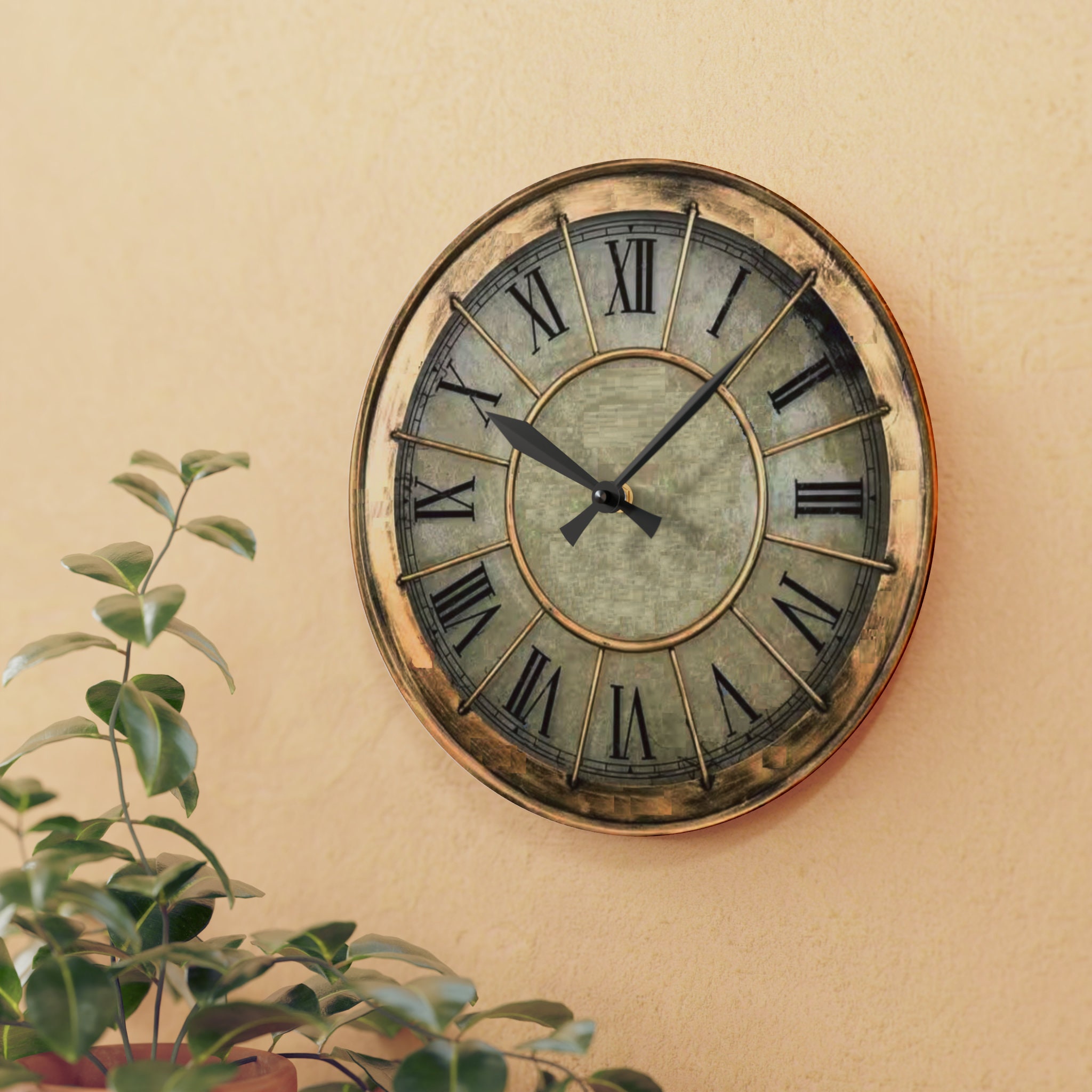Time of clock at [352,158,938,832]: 10:07
